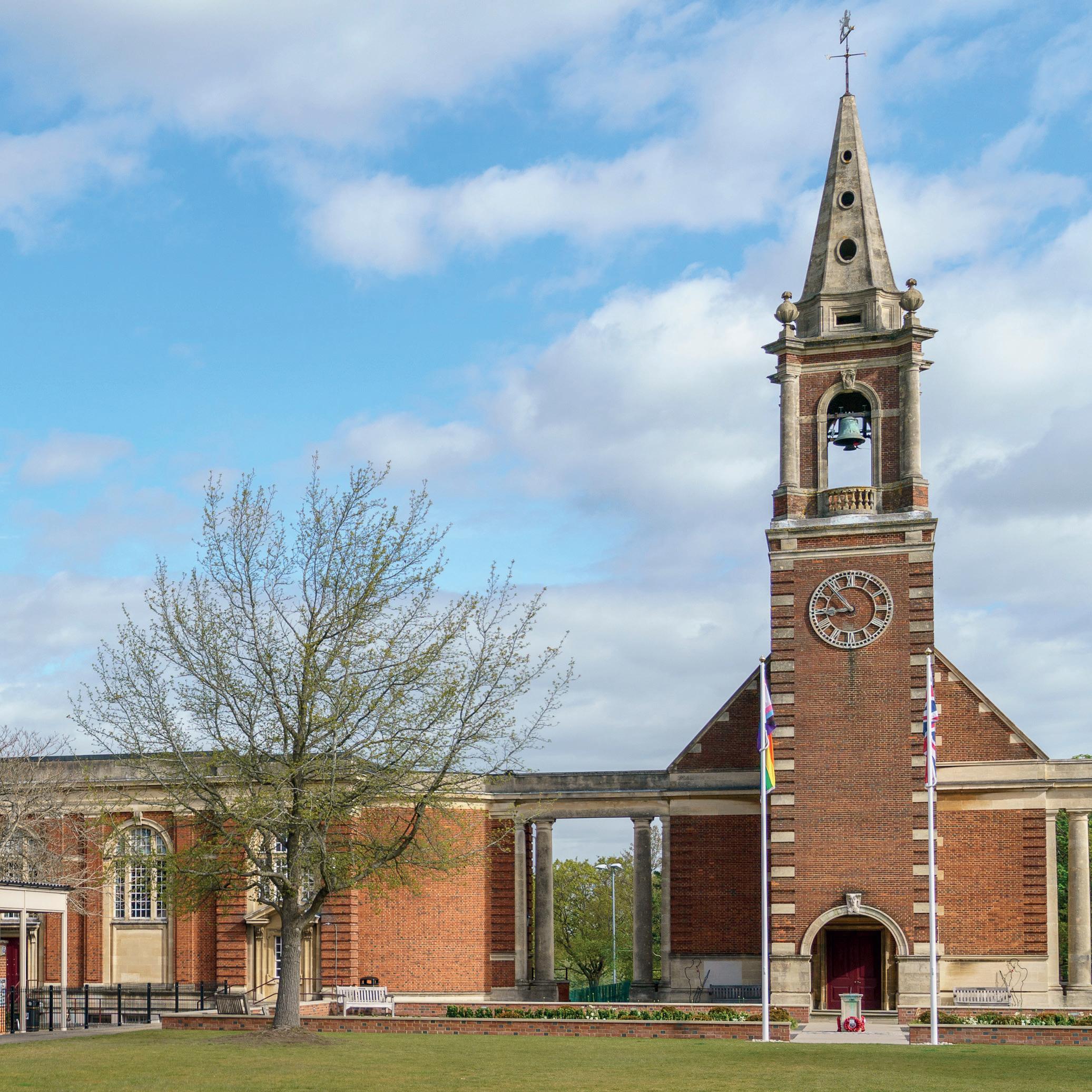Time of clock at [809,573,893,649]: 8:53
